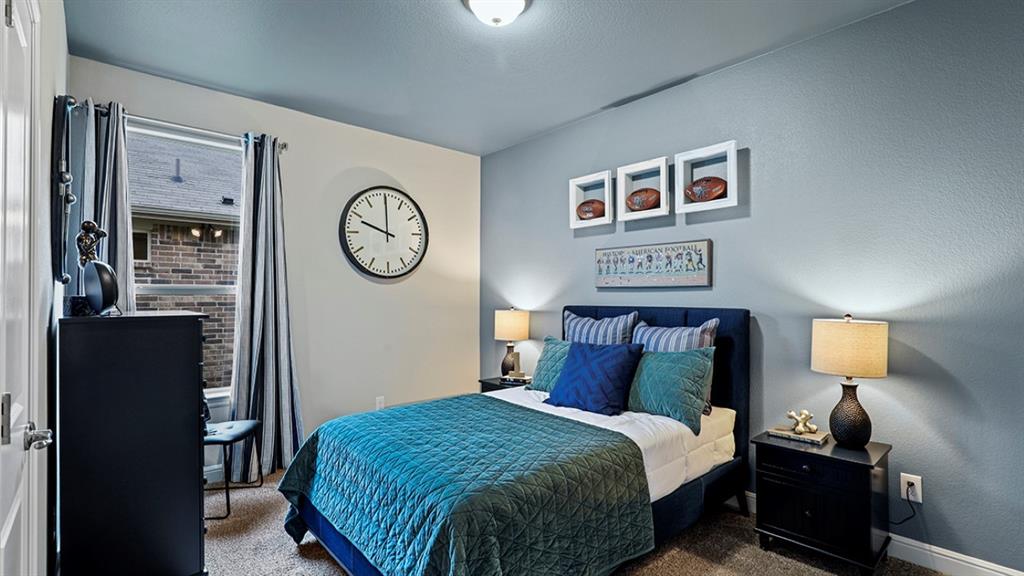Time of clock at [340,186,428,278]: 10:00
